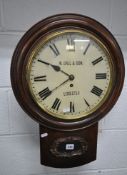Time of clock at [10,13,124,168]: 7:50
